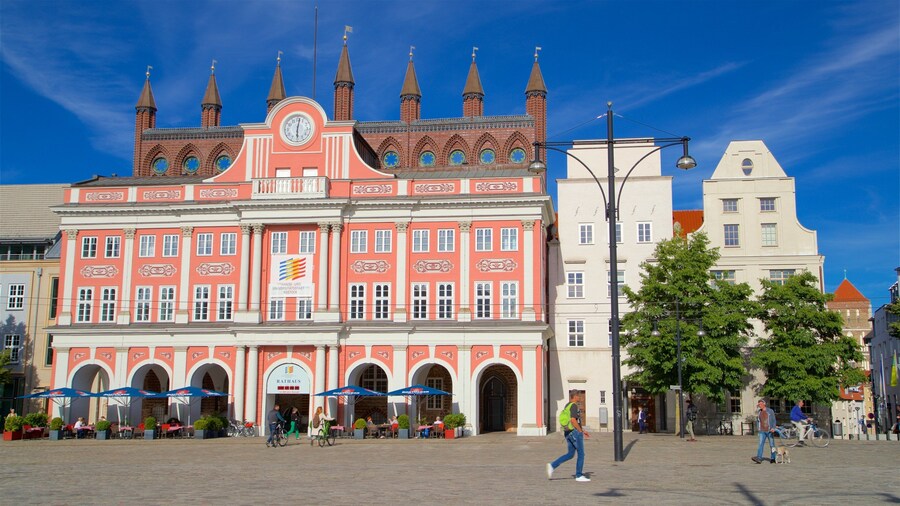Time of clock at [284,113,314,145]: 6:01
